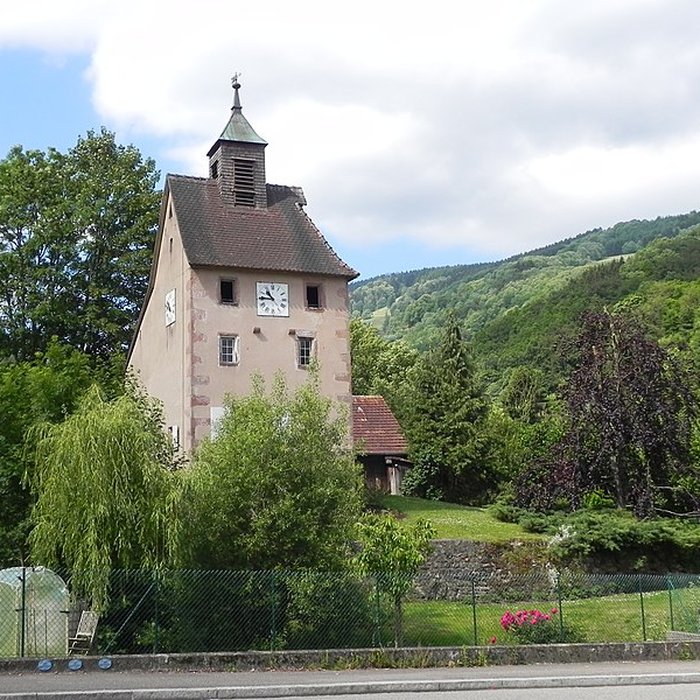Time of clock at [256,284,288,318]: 10:45
